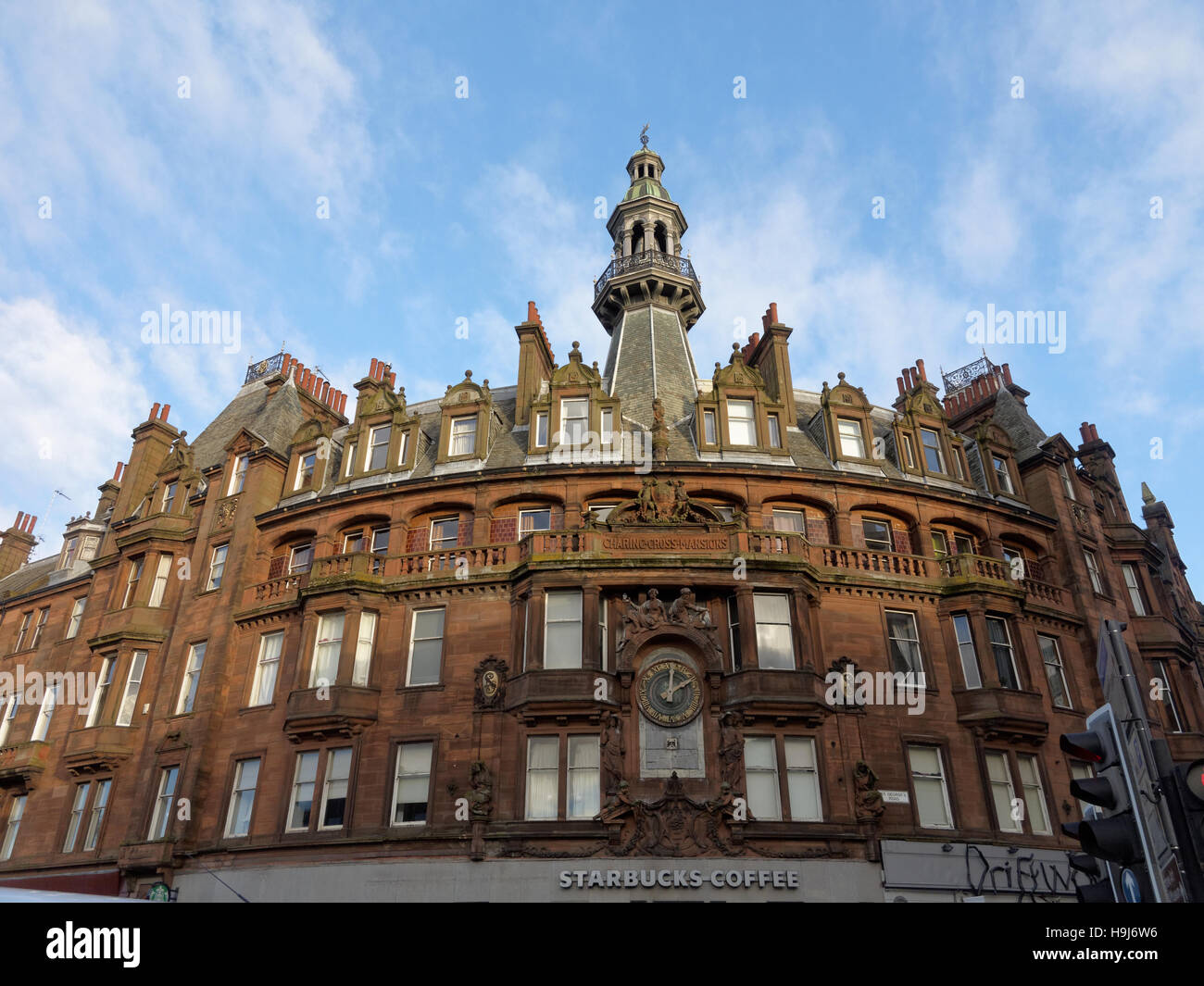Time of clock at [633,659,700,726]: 2:01
